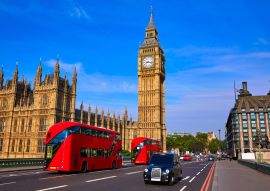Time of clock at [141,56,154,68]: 8:17
